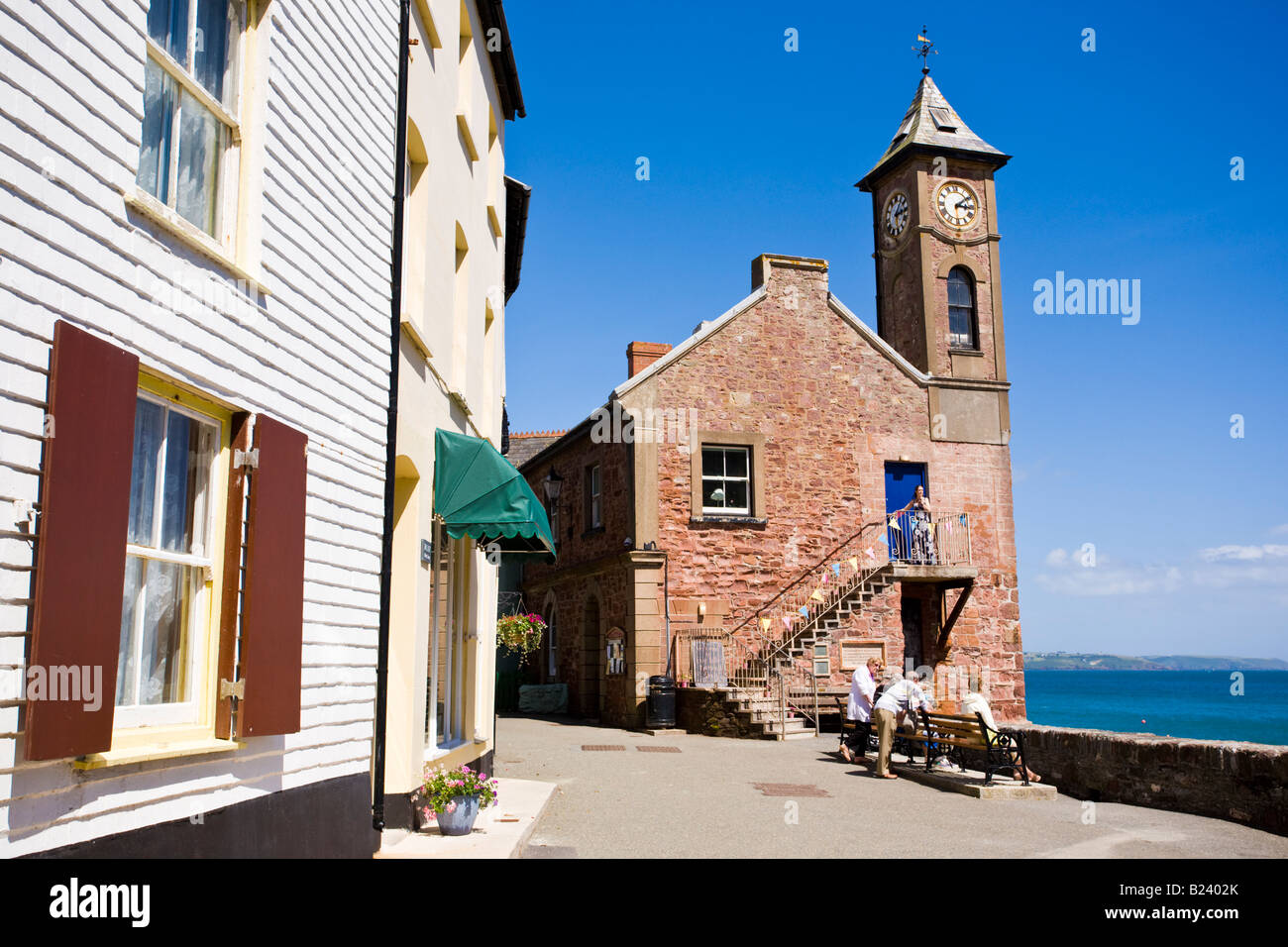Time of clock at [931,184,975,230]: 3:09
